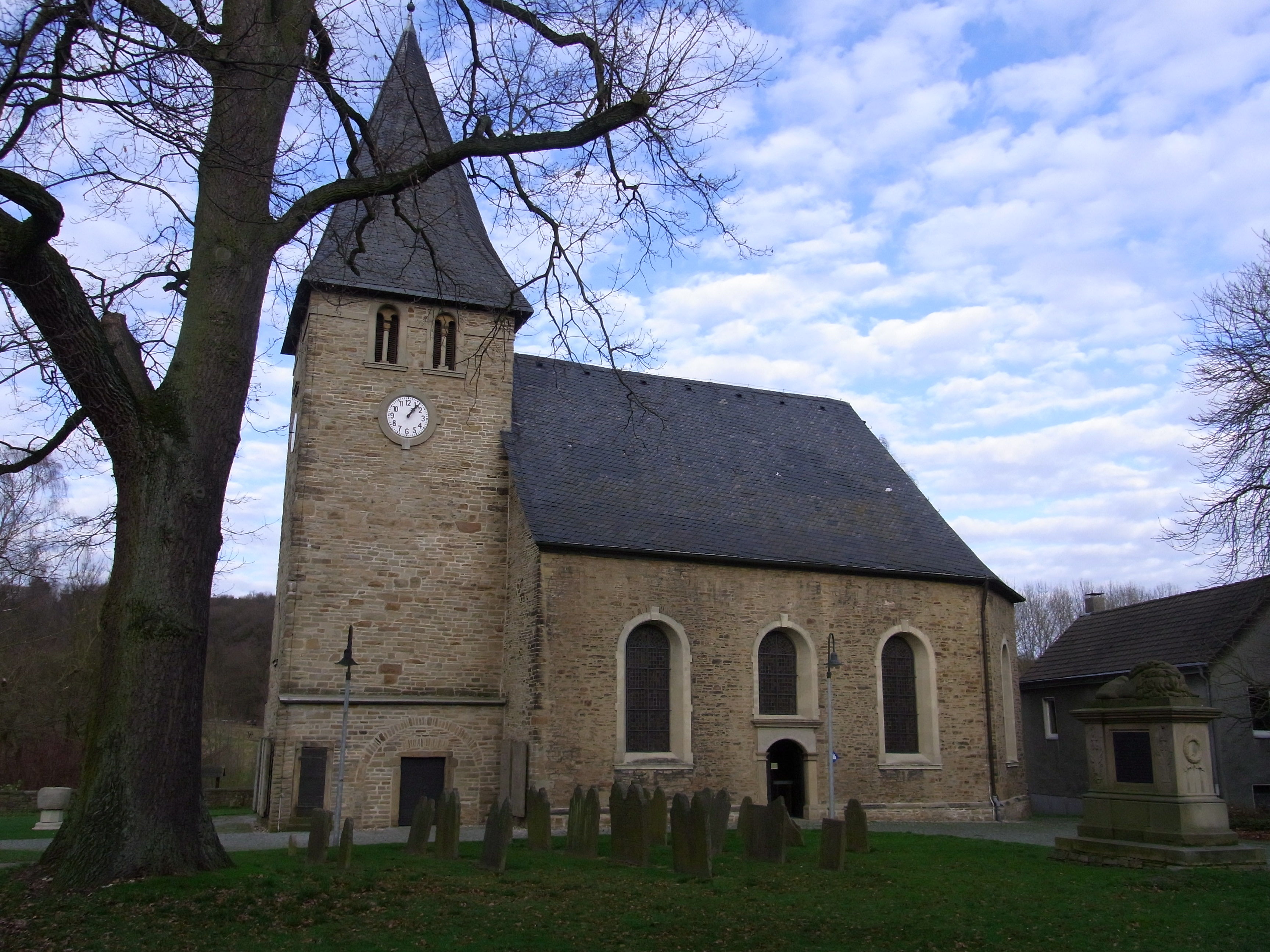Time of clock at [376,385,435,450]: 1:06
